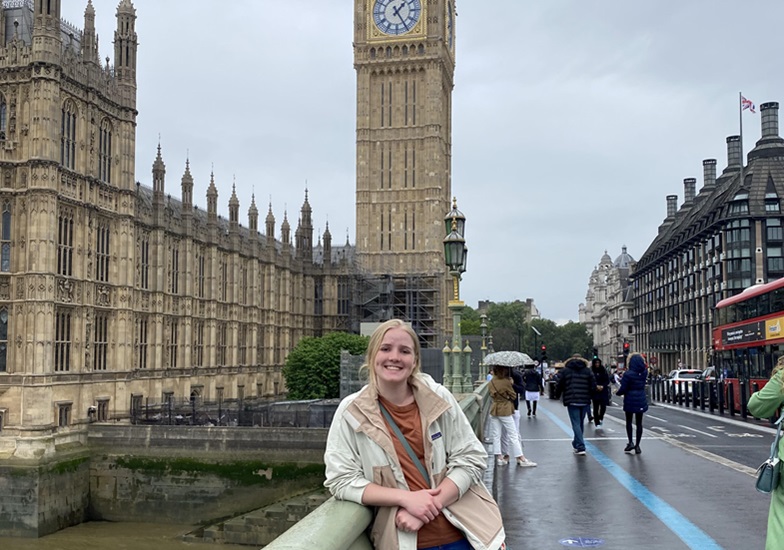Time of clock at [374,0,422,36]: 1:24
